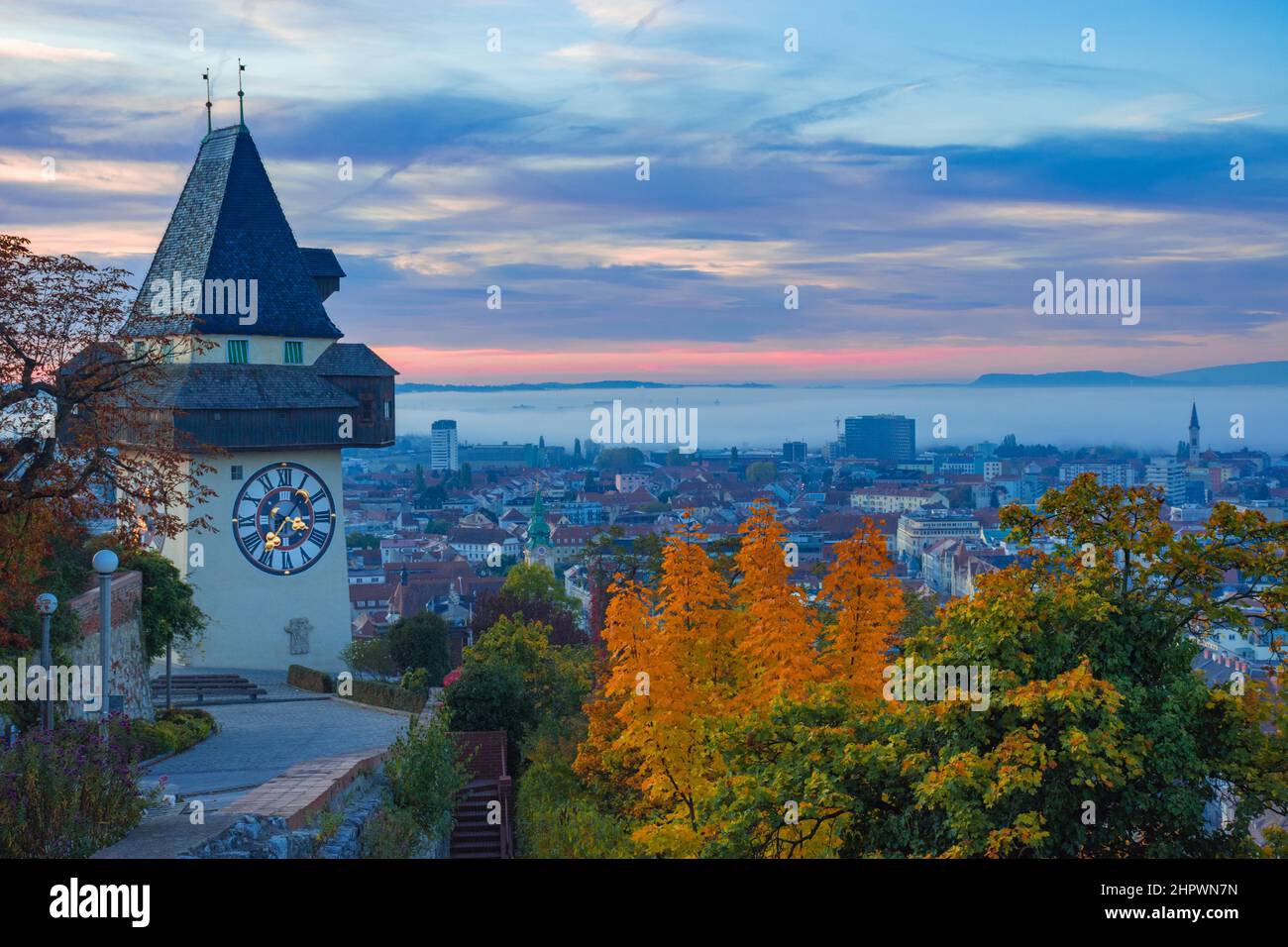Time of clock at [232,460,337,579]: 3:35
